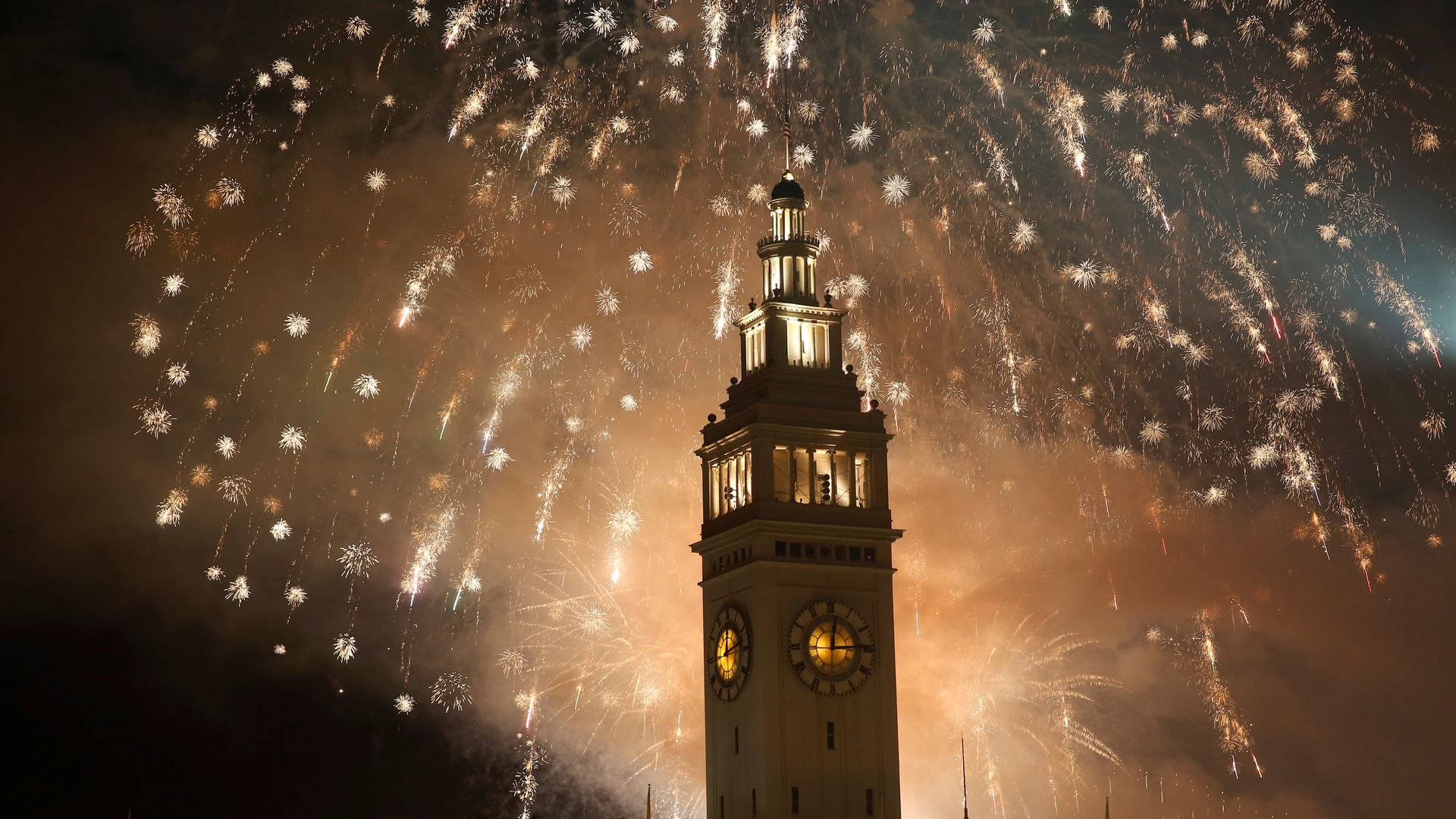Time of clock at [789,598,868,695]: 12:14
